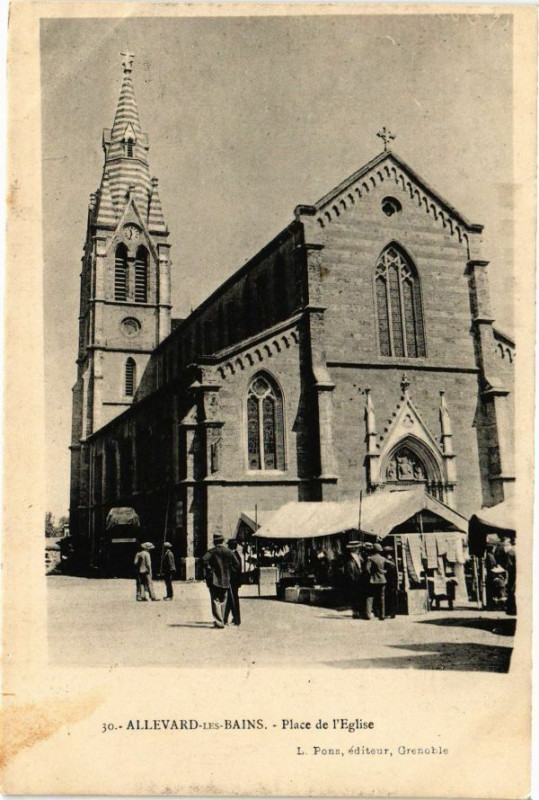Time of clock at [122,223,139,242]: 11:32
